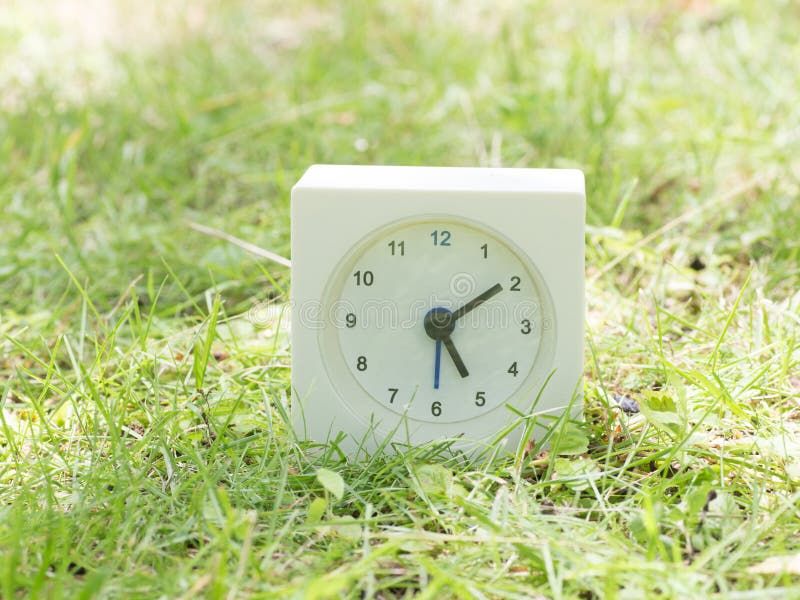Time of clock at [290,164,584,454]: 5:09
